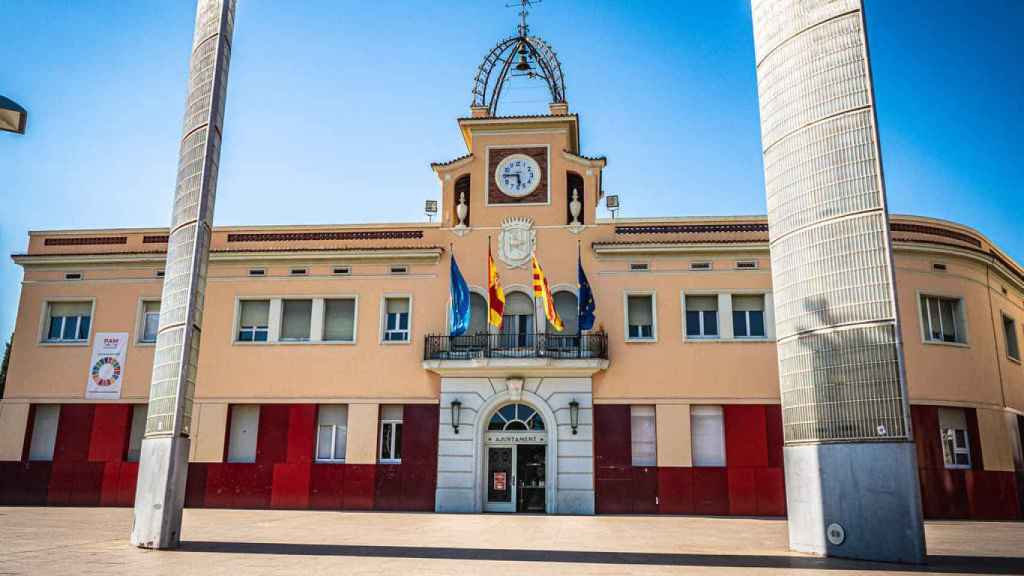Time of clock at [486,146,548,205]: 5:44
